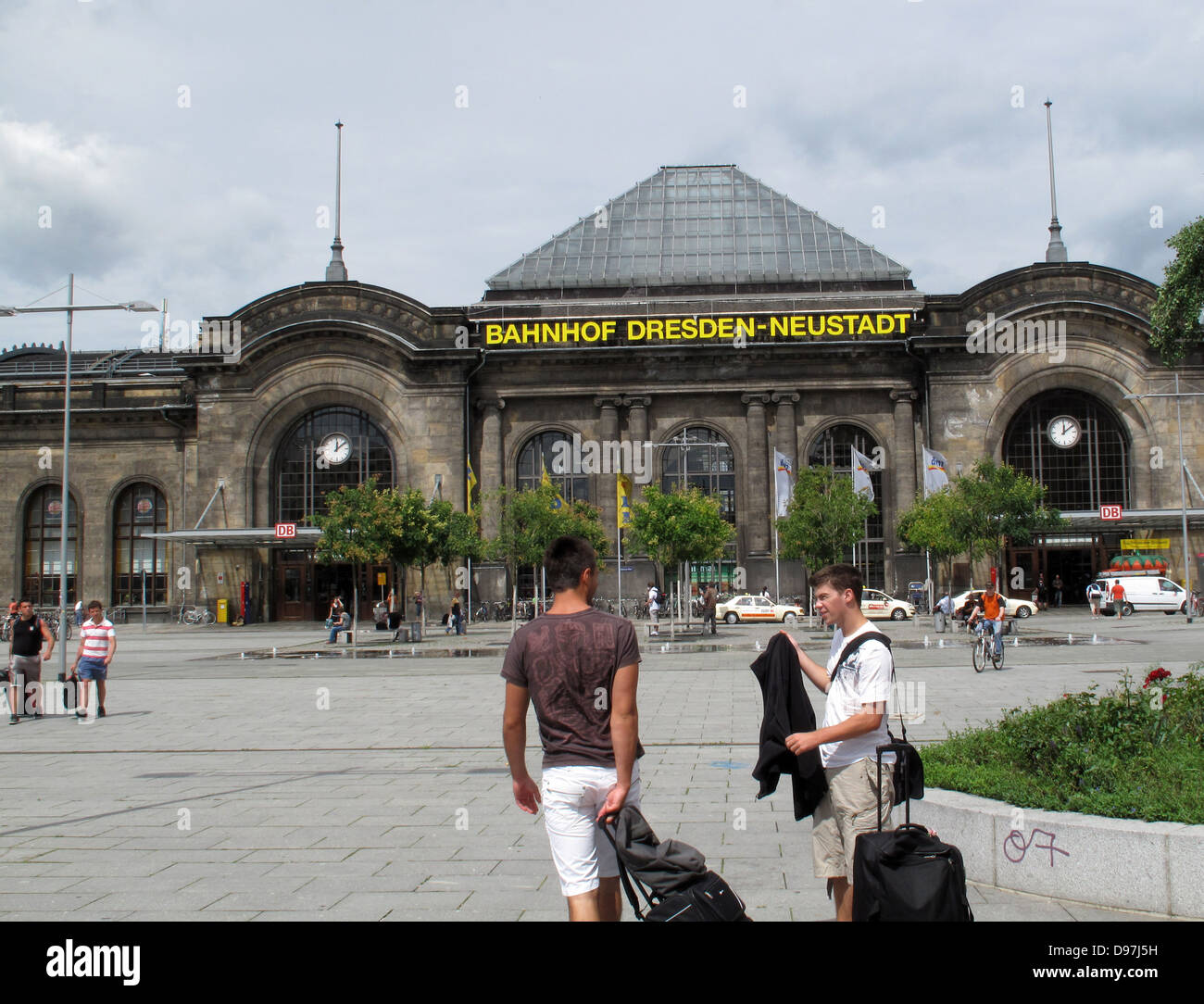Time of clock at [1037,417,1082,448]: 12:09
